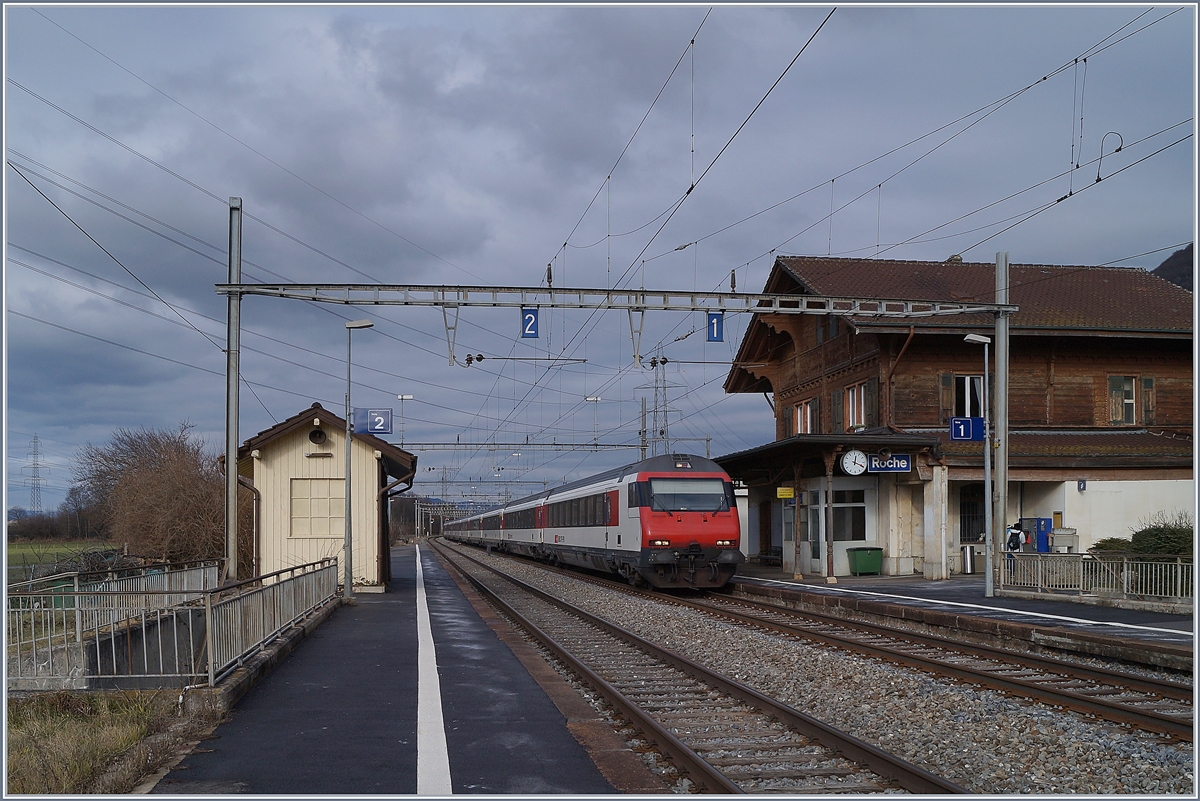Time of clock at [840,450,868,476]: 12:19
